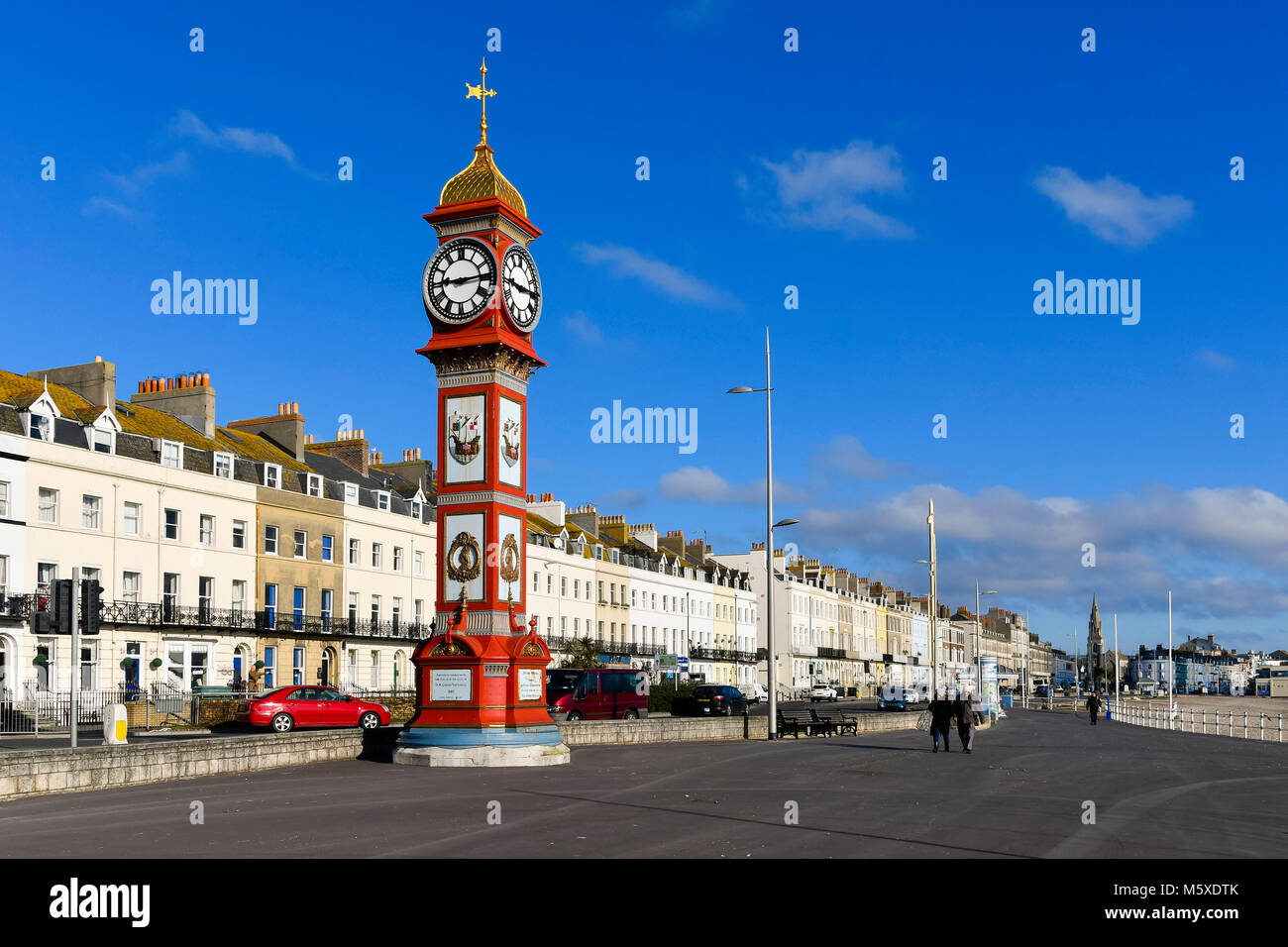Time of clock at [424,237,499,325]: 9:13
